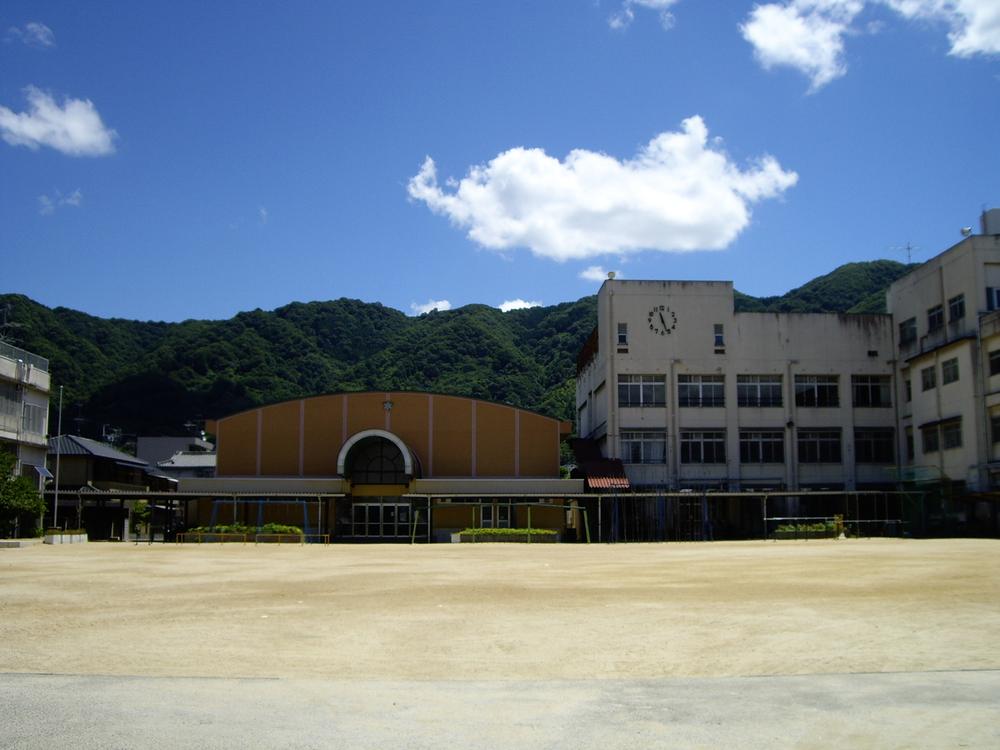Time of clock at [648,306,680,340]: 11:26
